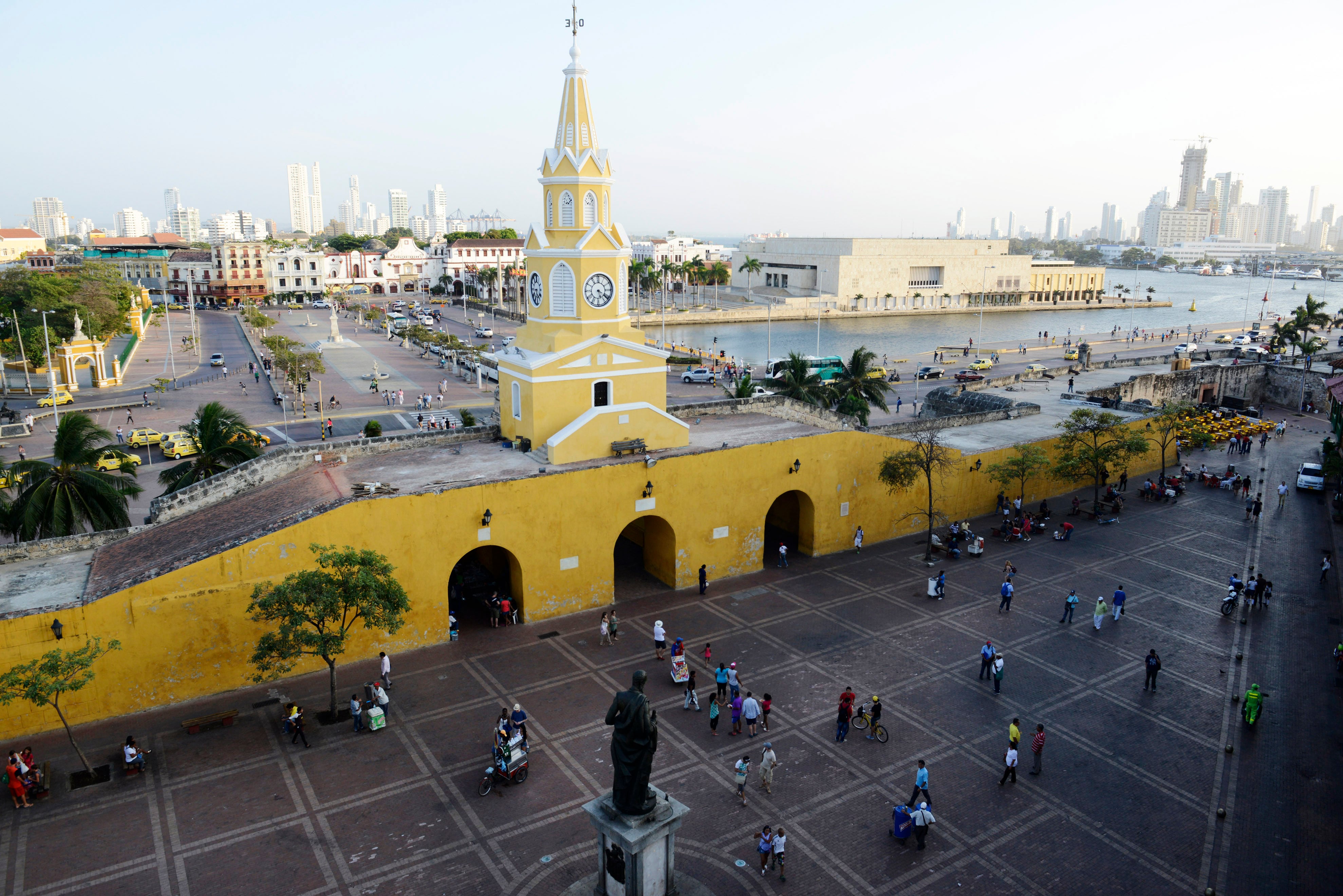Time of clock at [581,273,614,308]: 5:21
